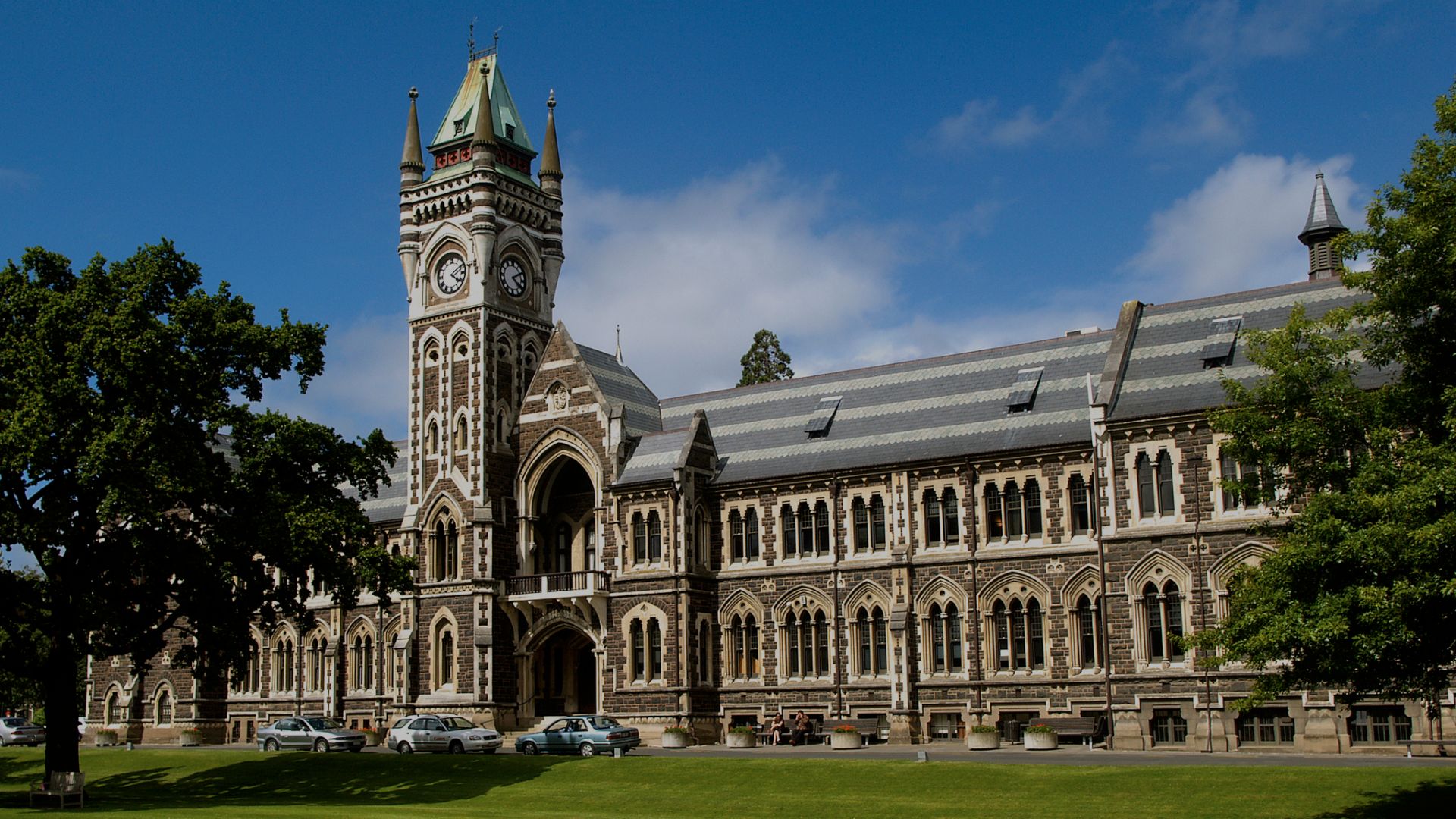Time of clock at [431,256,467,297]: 4:09
